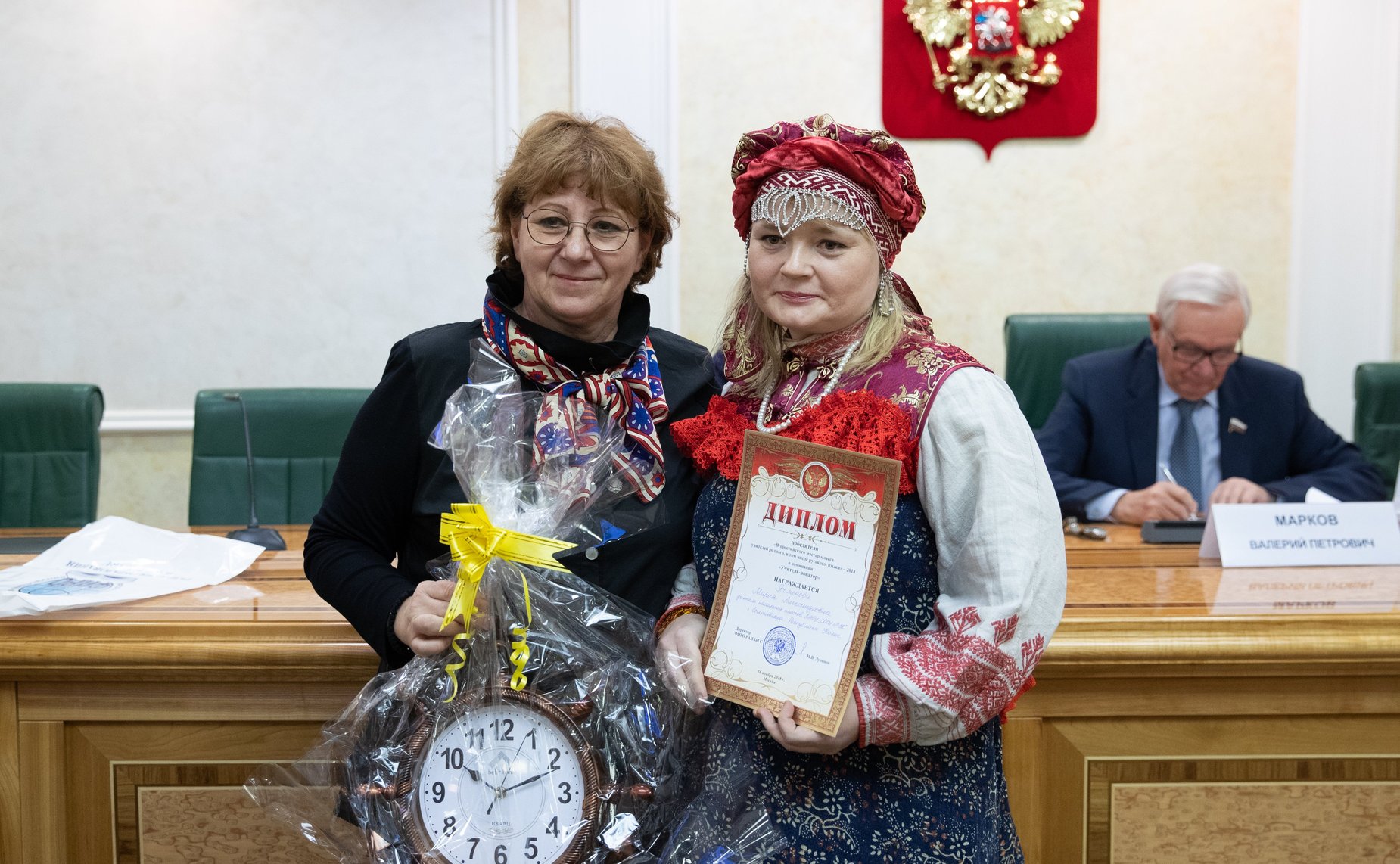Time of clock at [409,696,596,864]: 10:11
